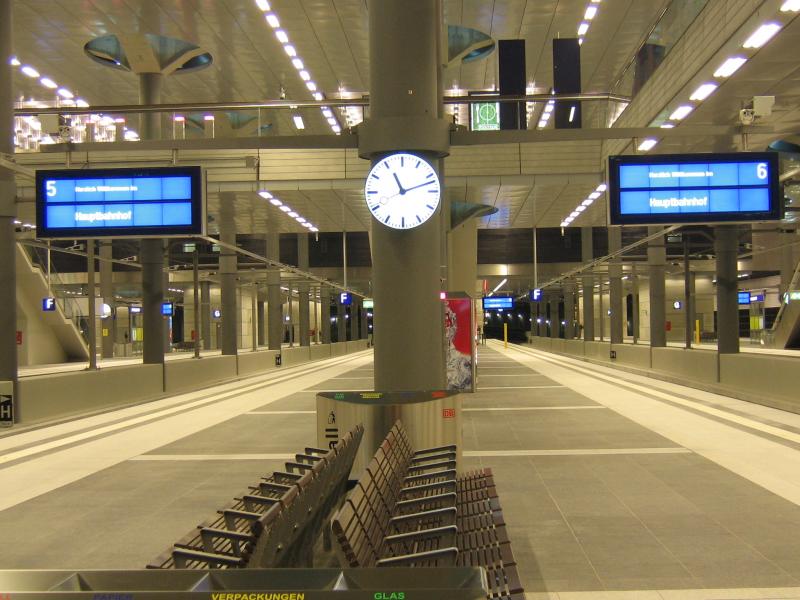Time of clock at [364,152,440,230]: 11:11
